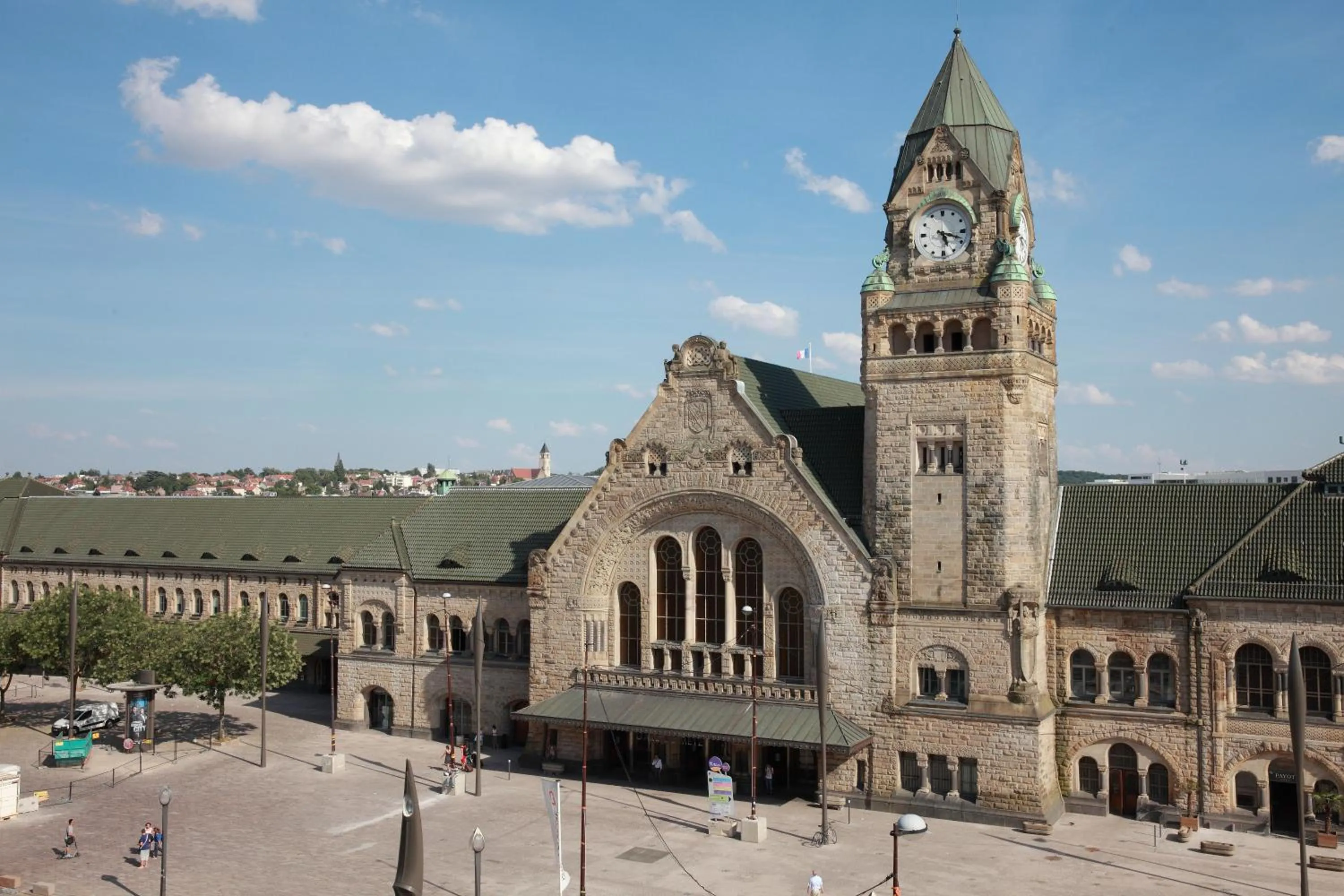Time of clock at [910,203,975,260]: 5:18
